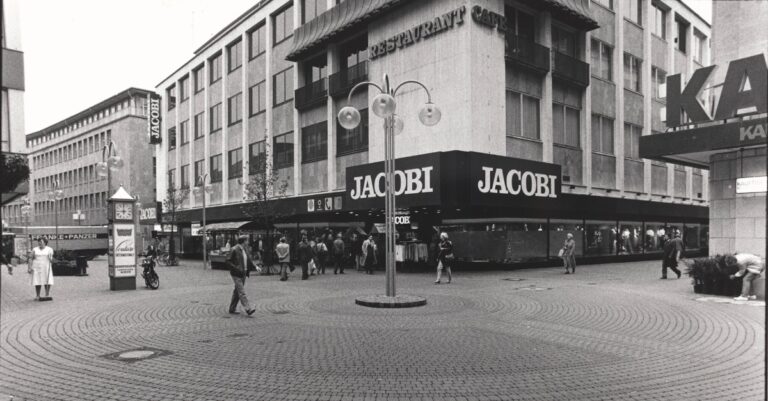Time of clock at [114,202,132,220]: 8:59
